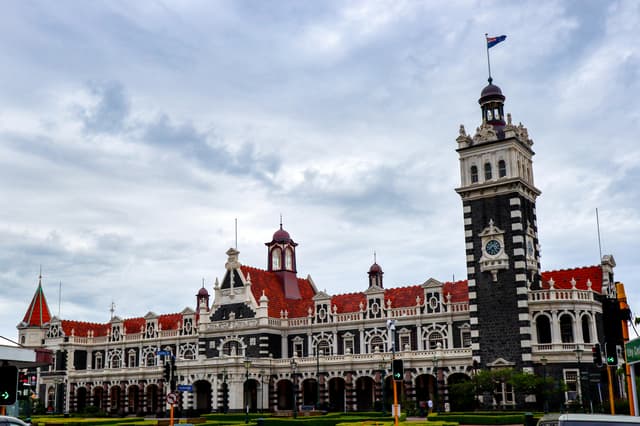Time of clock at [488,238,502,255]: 7:25
